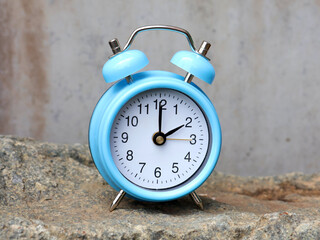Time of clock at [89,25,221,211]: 2:00
